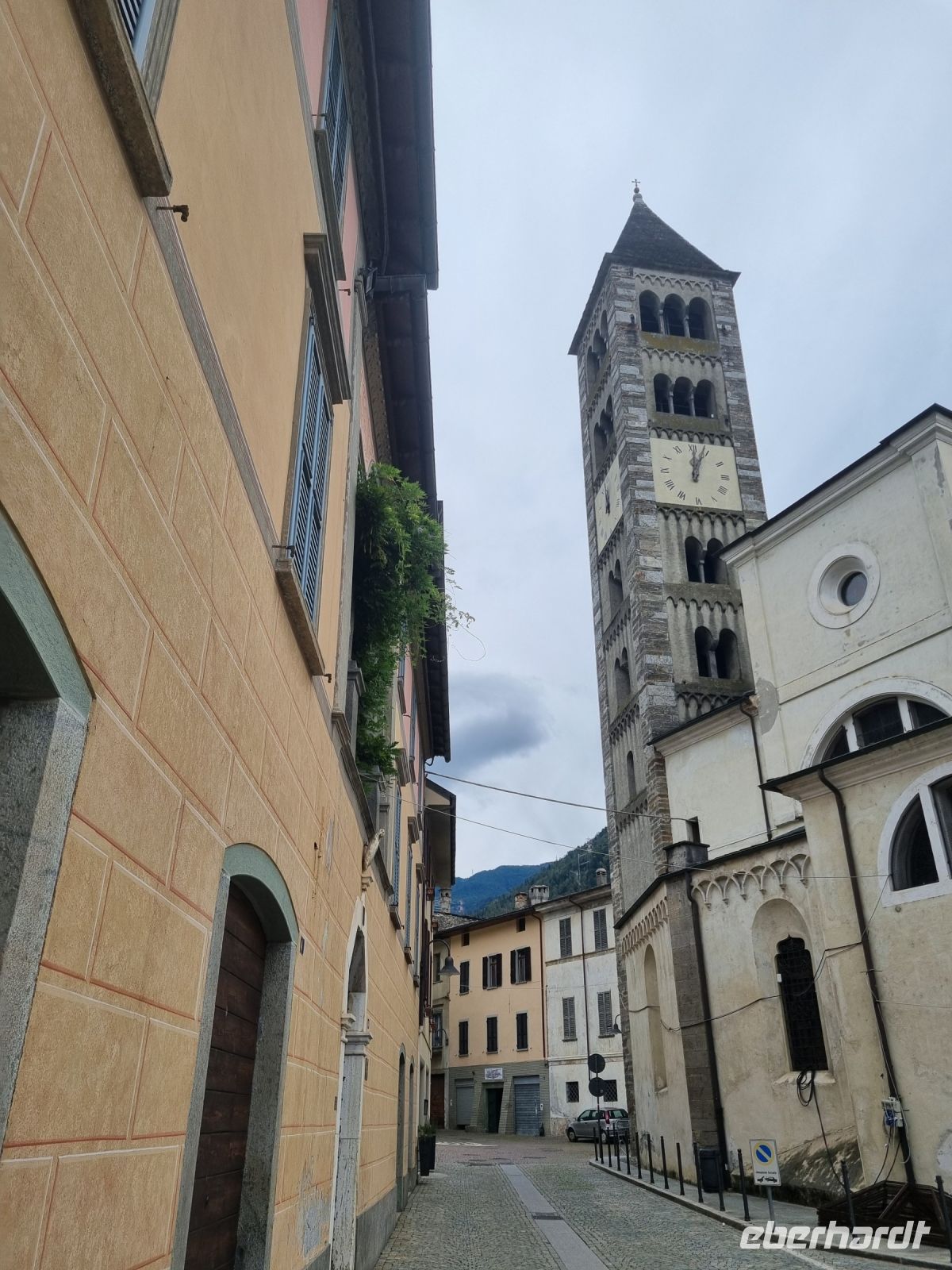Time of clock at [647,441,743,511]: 12:03
